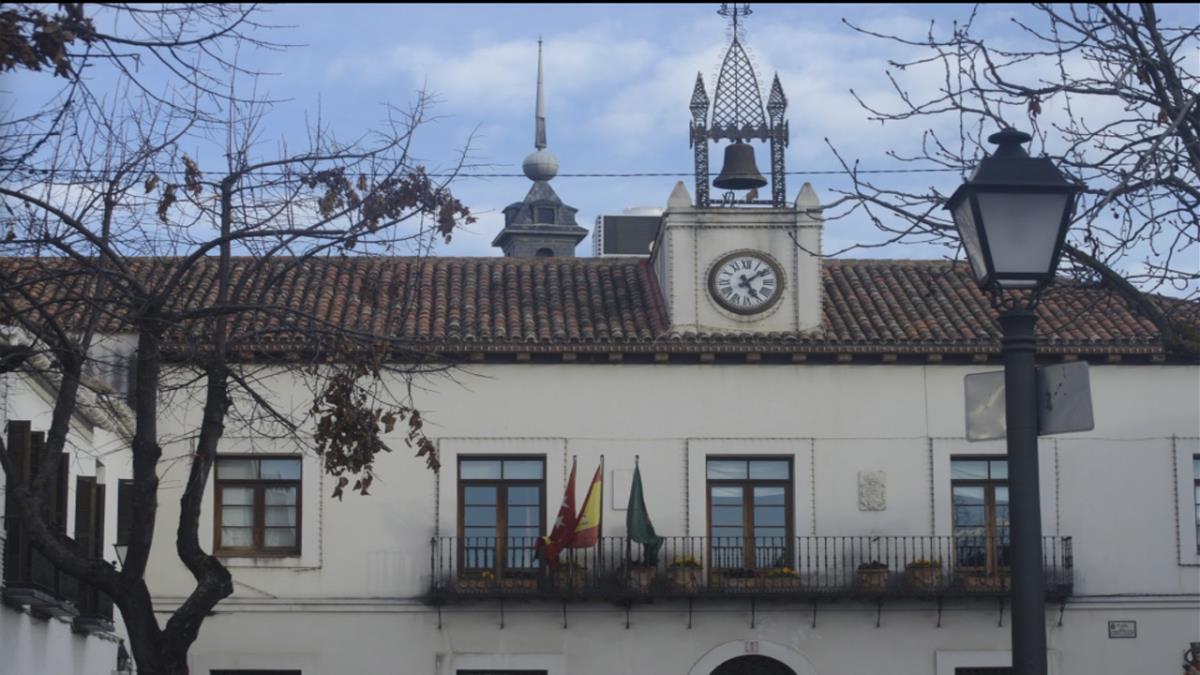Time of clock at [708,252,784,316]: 5:08
